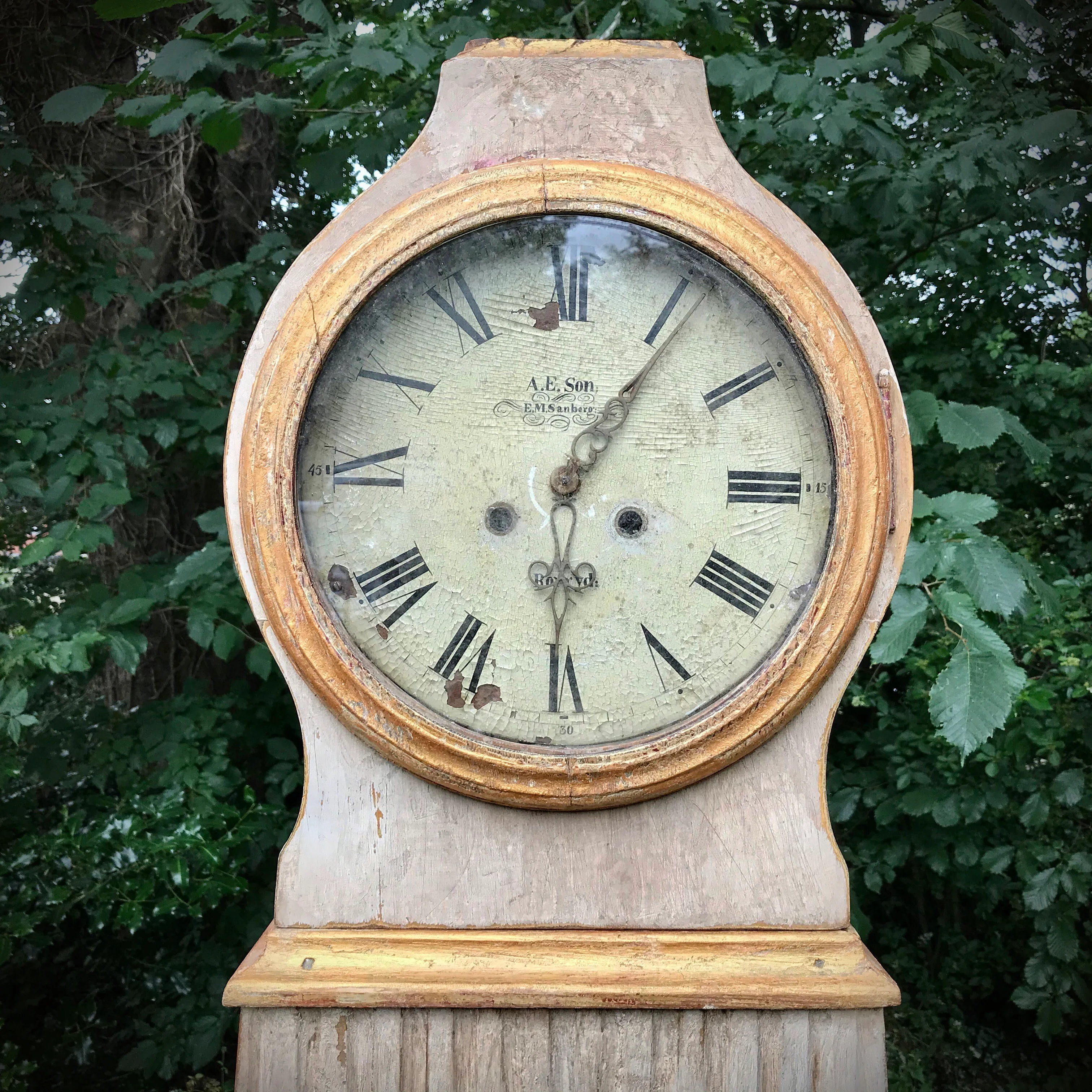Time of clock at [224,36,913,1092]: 6:05
